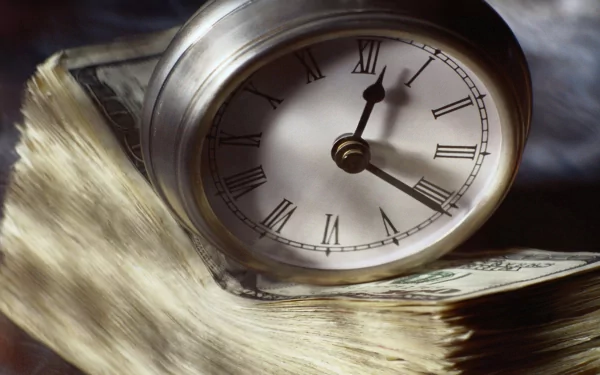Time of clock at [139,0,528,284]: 12:20
